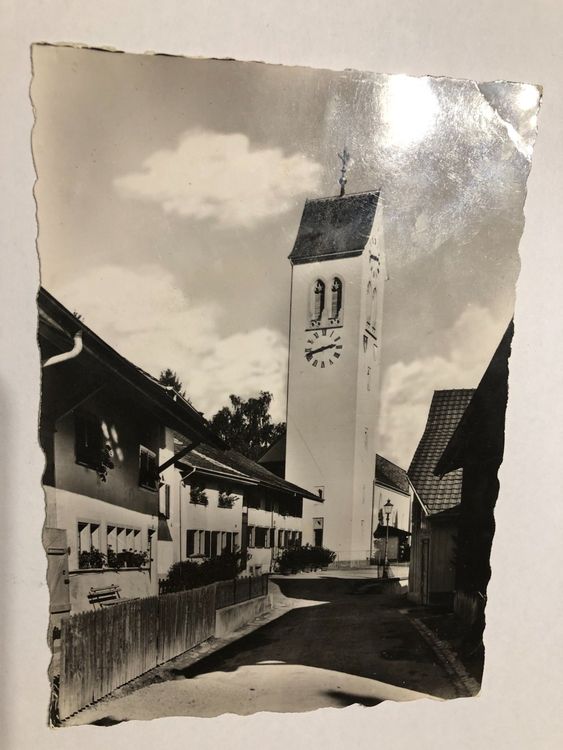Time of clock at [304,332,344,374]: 2:42
